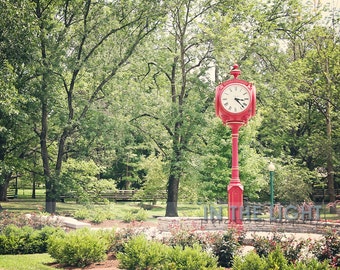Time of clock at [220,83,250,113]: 3:22
